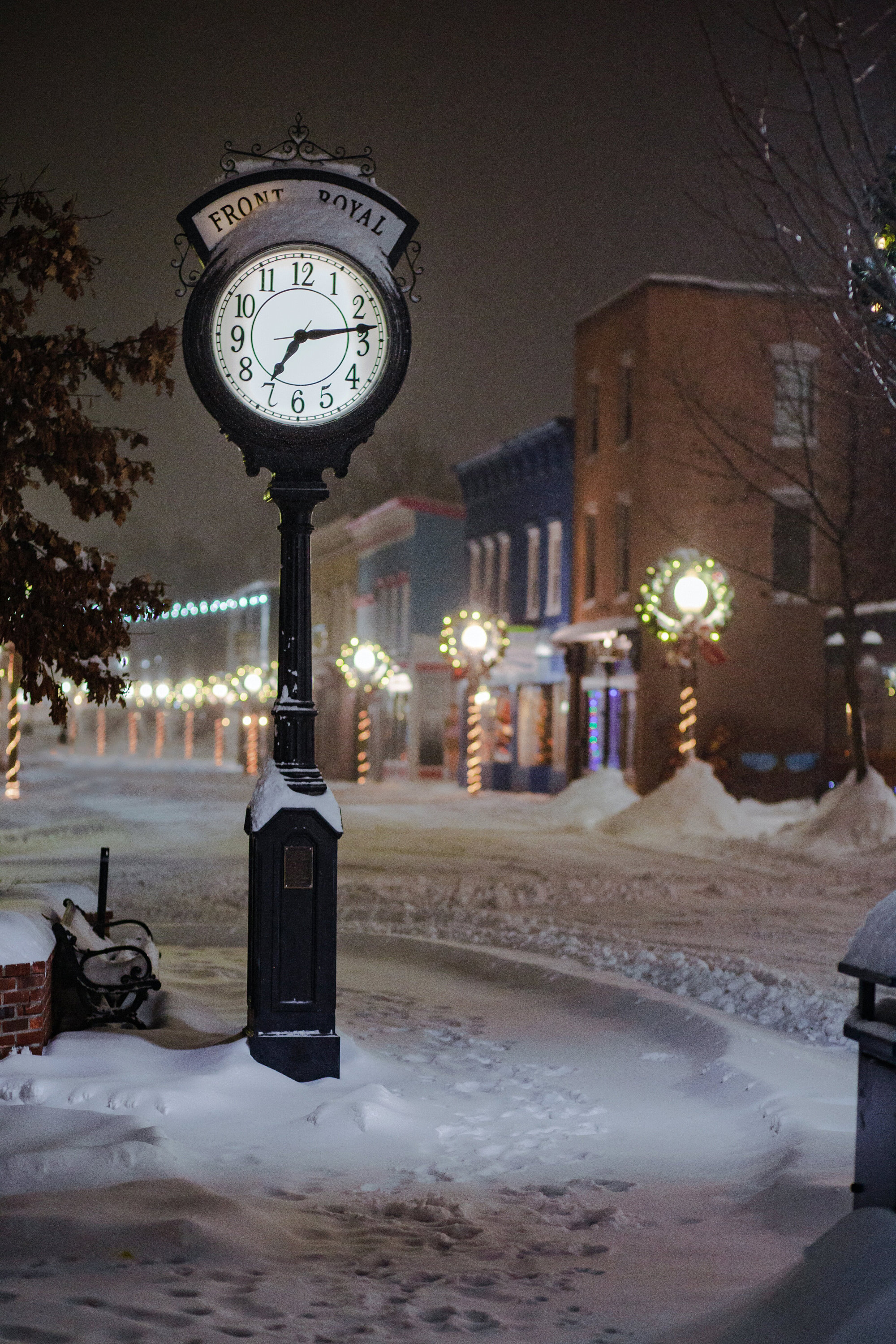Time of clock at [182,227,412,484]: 7:13
